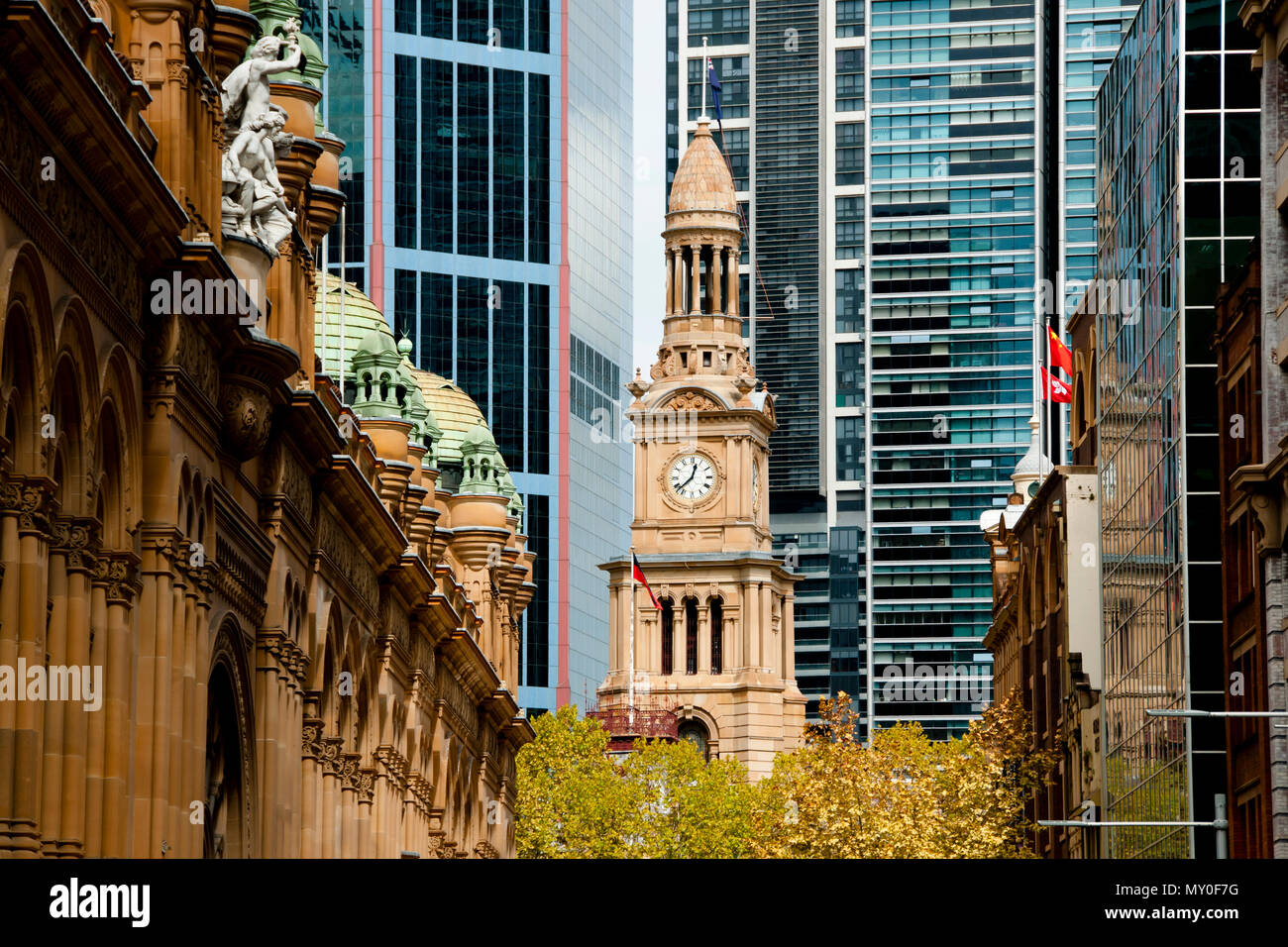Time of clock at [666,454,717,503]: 12:37
